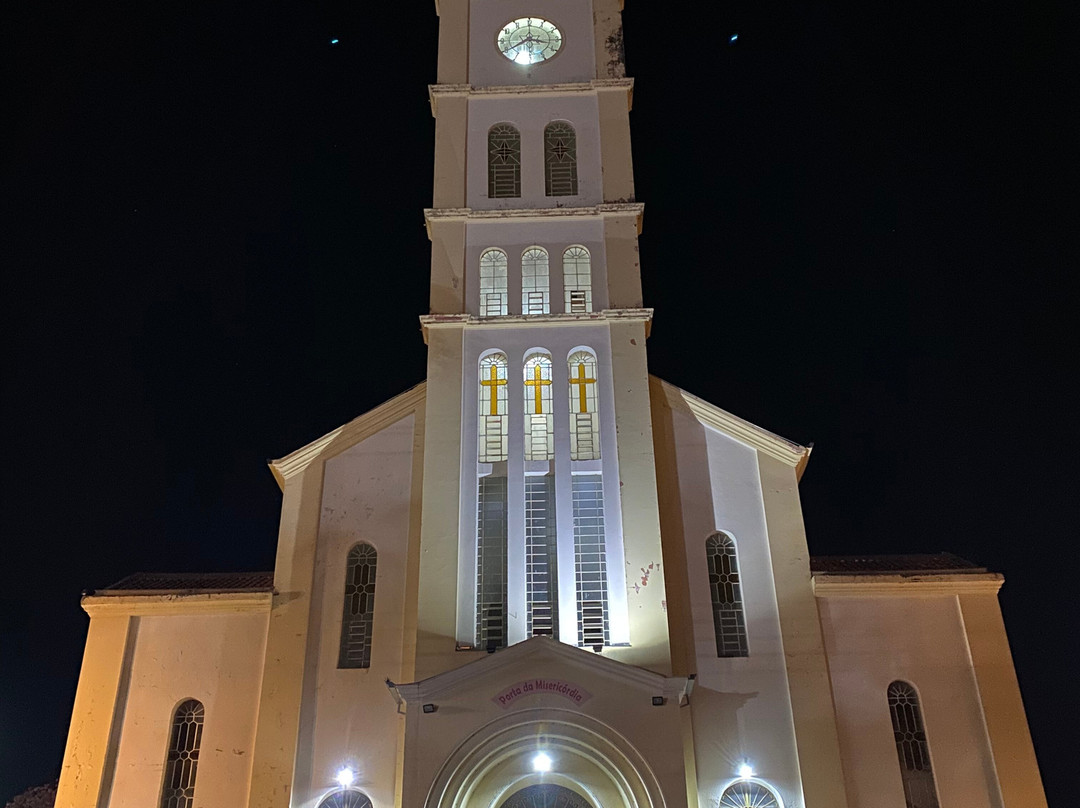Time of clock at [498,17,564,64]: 3:39
